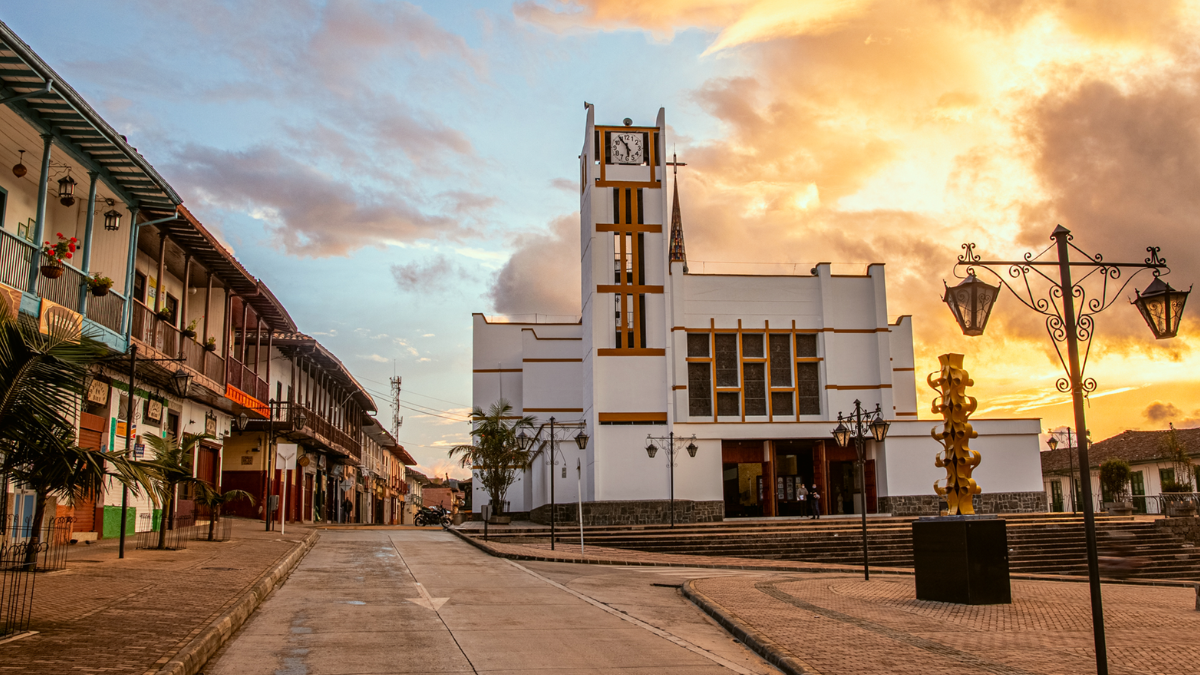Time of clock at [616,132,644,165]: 5:54
